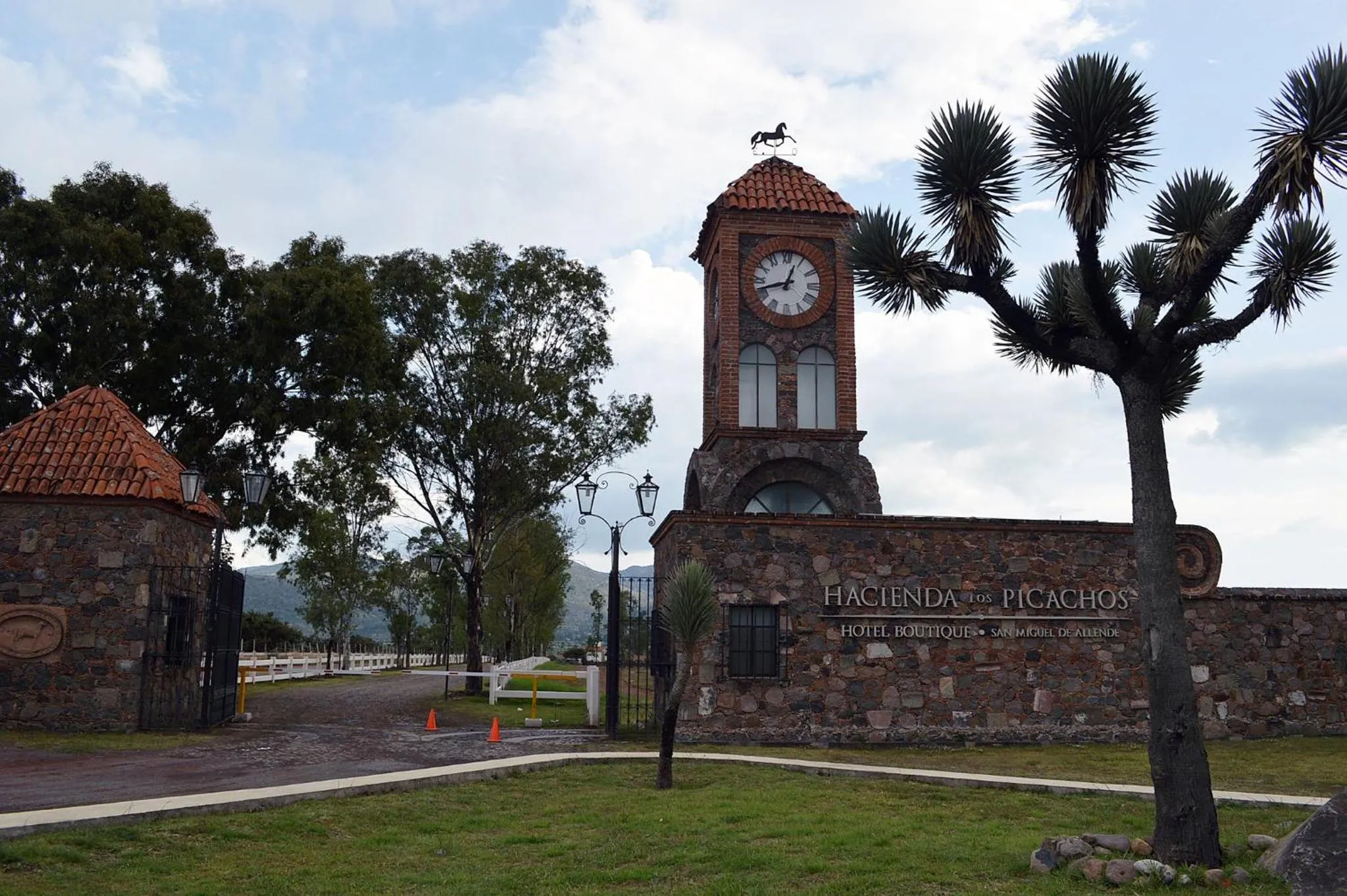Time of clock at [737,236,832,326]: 12:42
